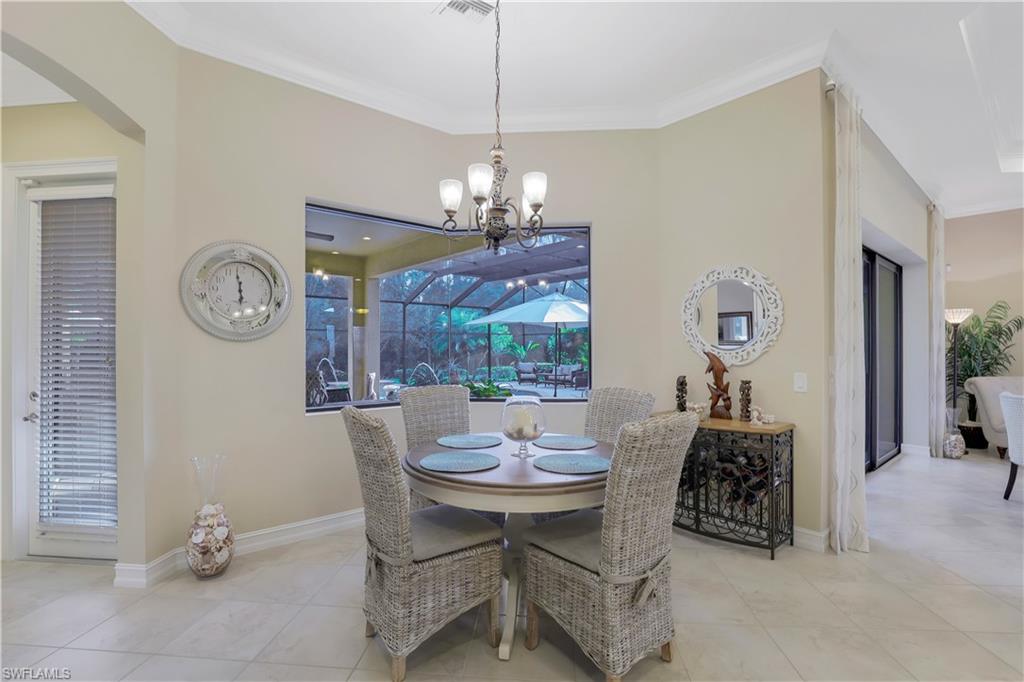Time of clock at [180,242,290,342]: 5:59
